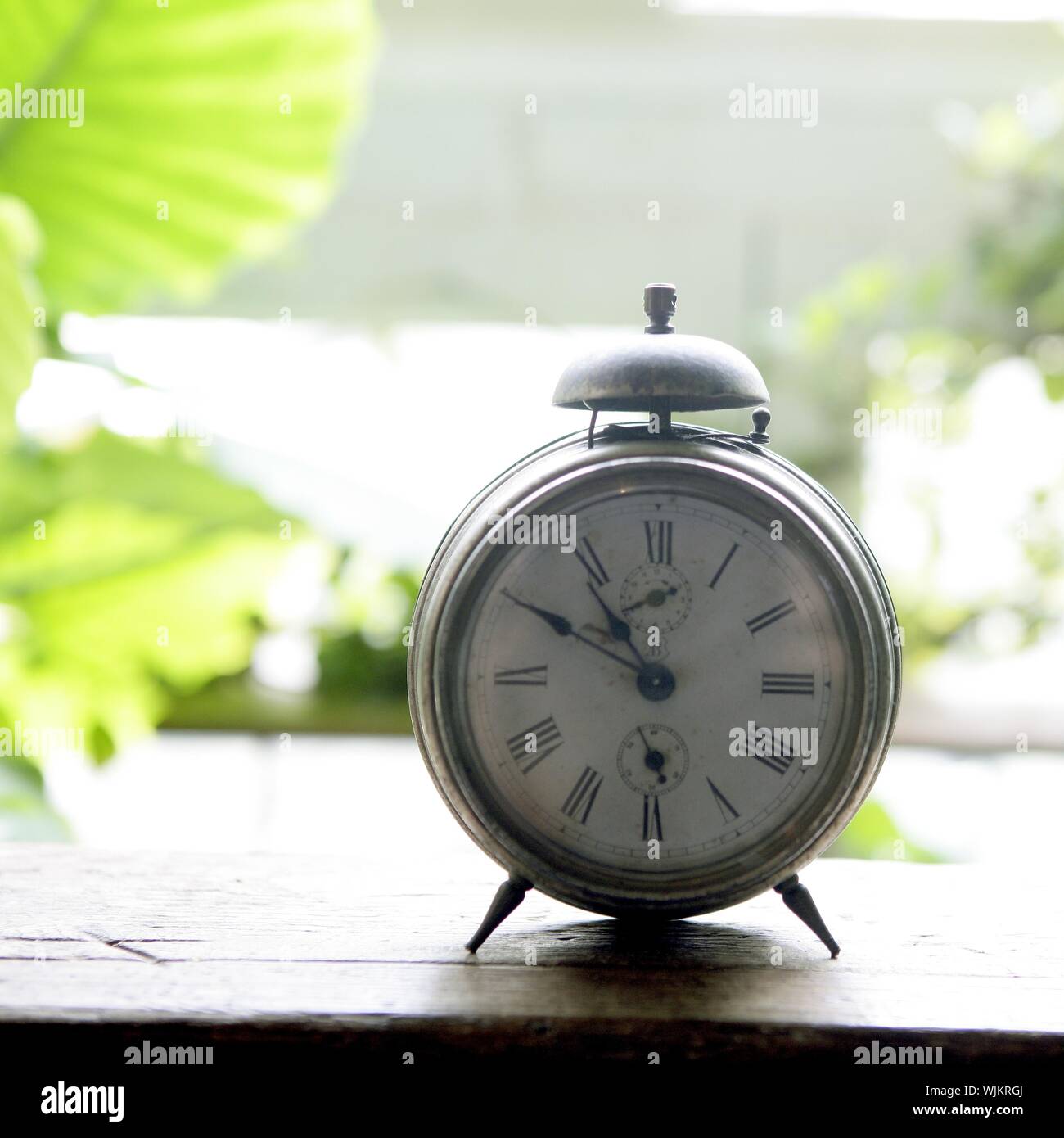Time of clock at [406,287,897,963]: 10:49
